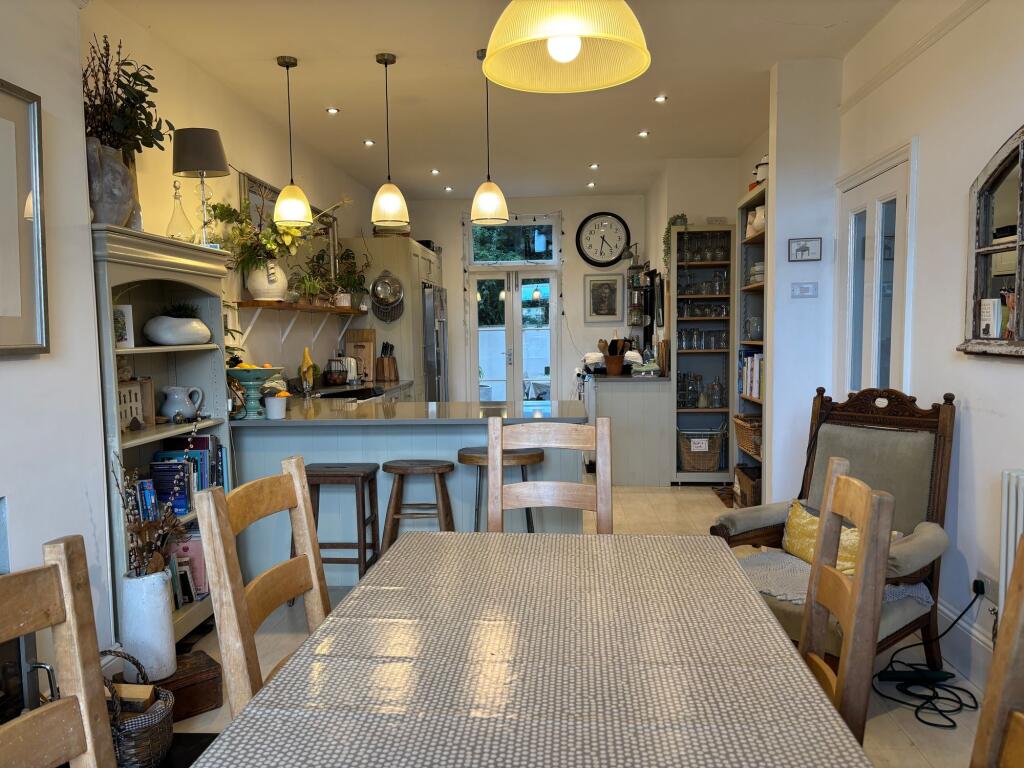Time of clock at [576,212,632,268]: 4:31
